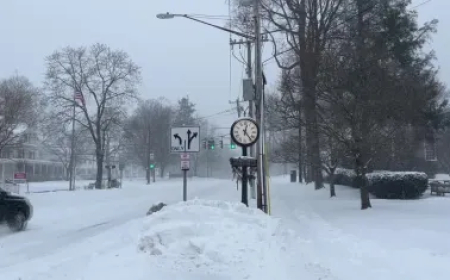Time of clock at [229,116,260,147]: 12:23
